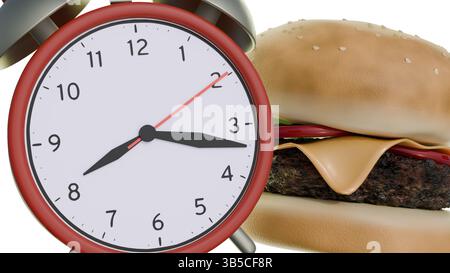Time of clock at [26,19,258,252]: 8:17
